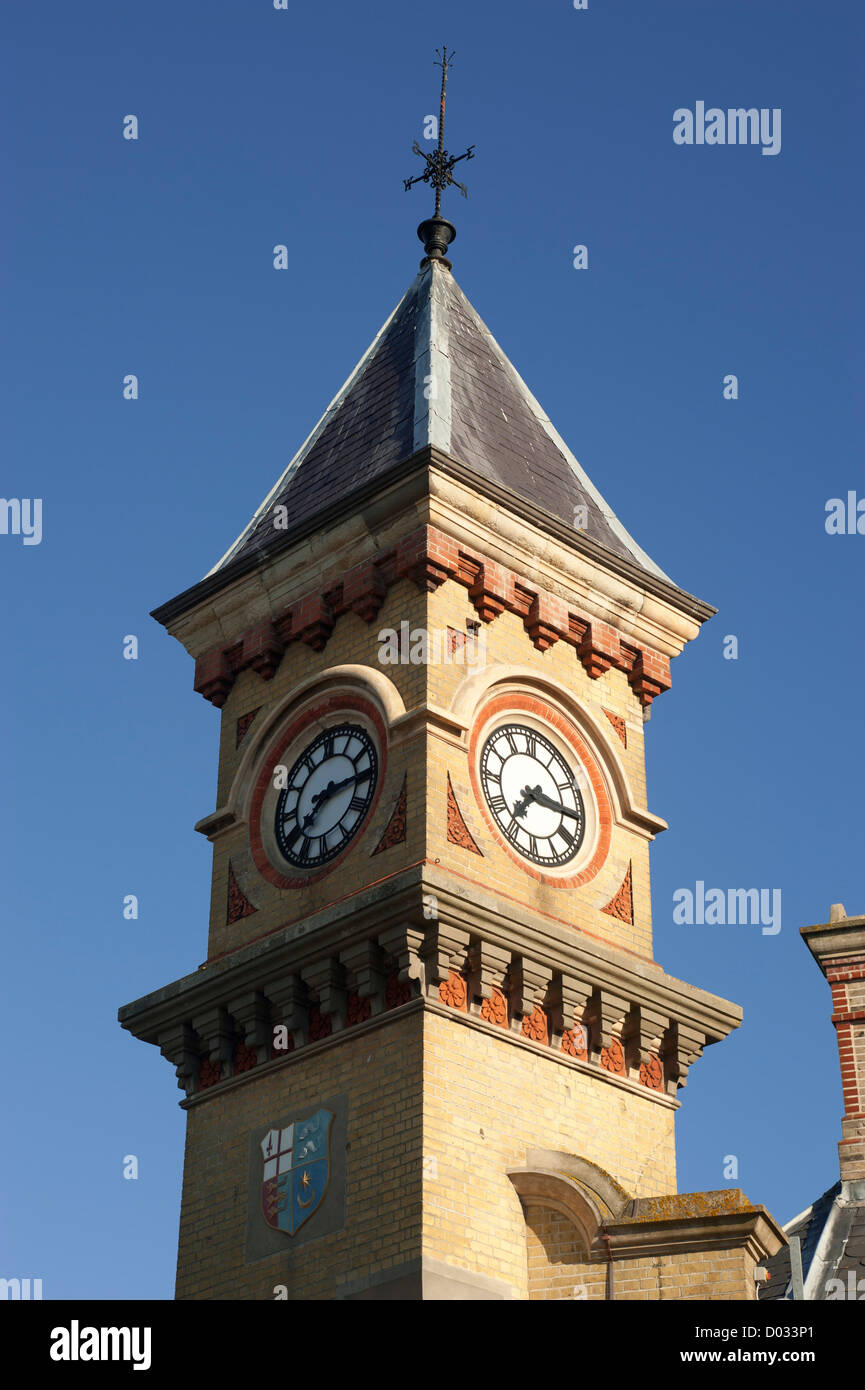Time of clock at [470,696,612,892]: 7:15
